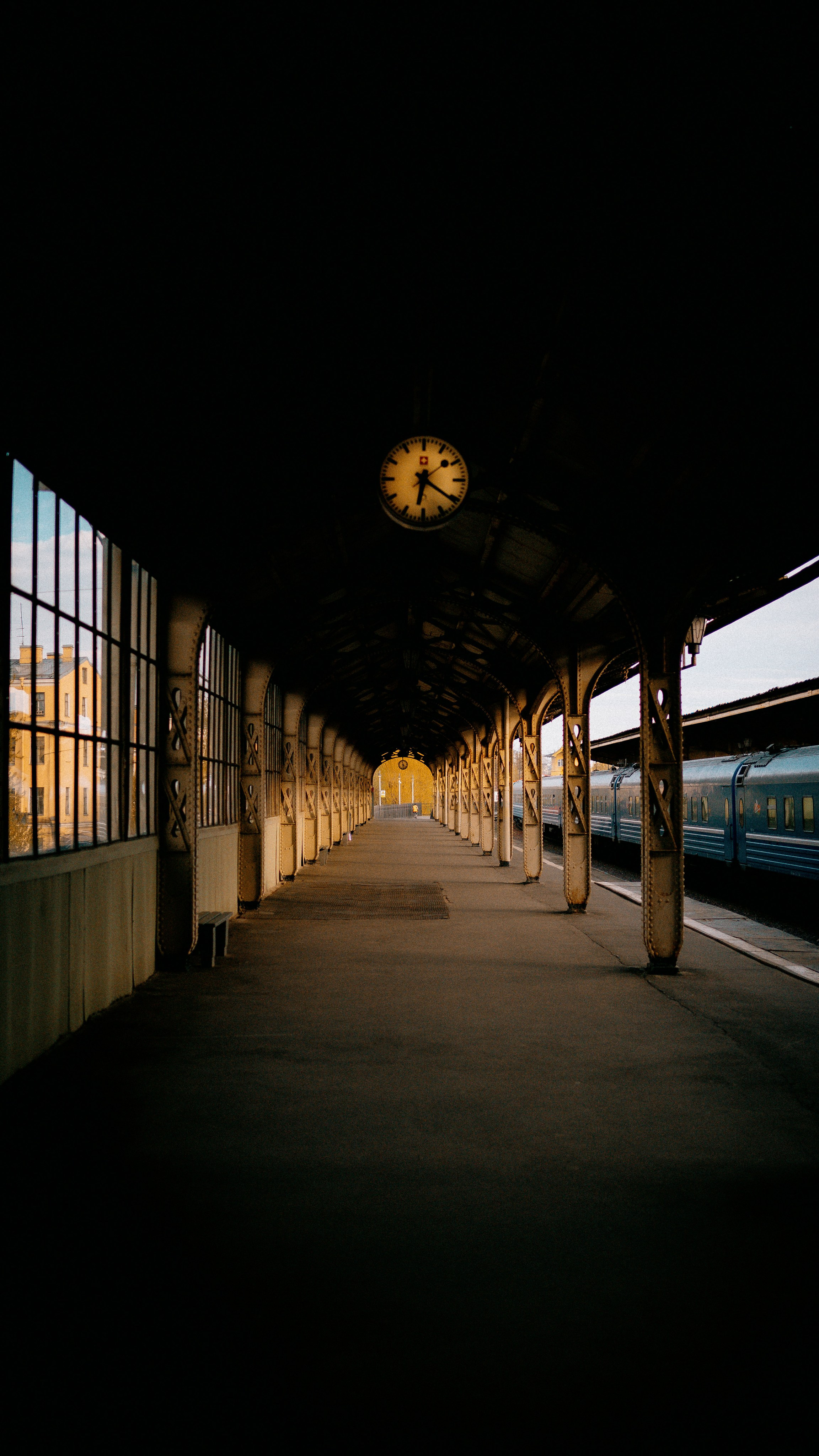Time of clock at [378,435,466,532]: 6:20
